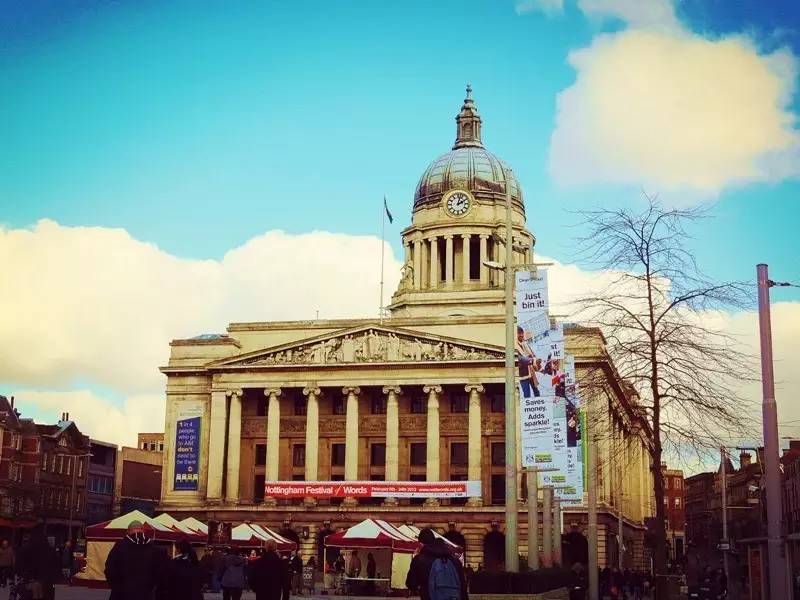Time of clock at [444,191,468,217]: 2:02
